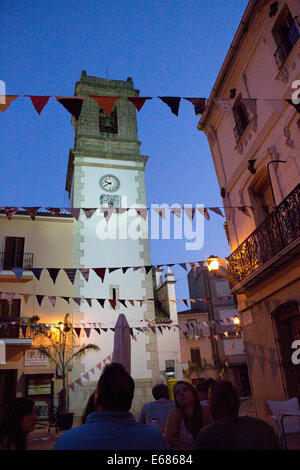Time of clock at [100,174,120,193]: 9:41
